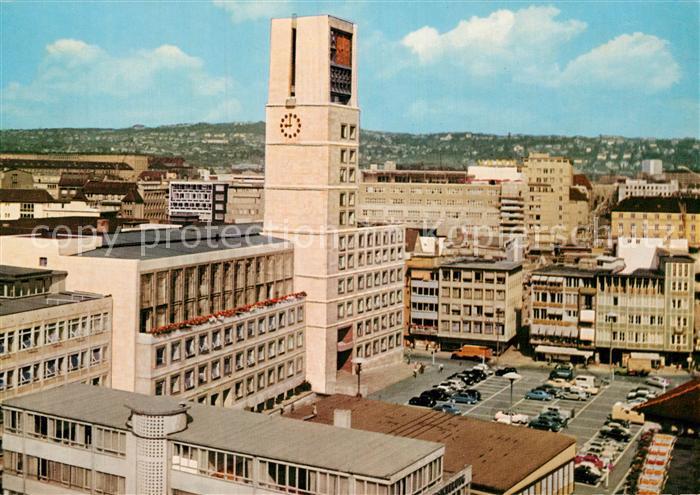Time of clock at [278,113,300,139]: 8:59
